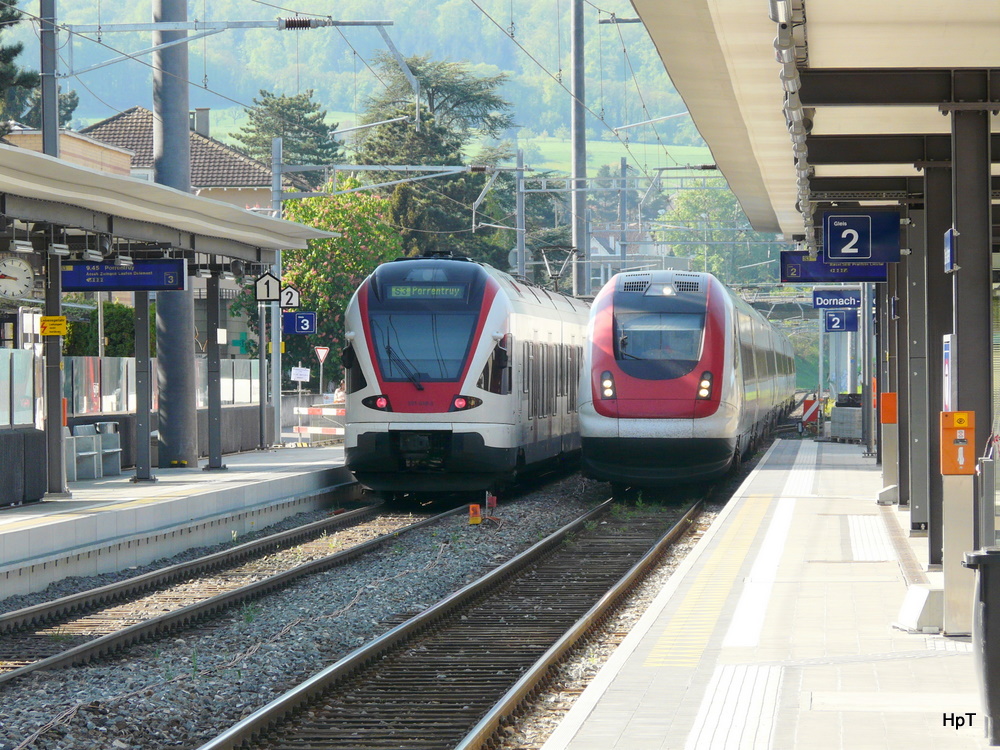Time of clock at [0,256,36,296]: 9:45
